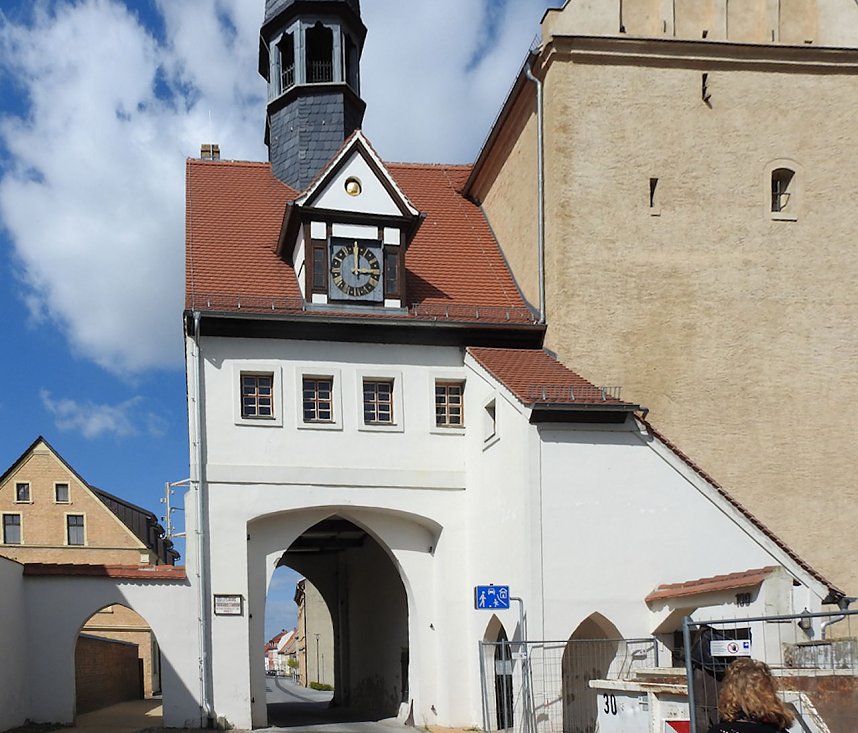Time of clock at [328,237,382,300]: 3:00
